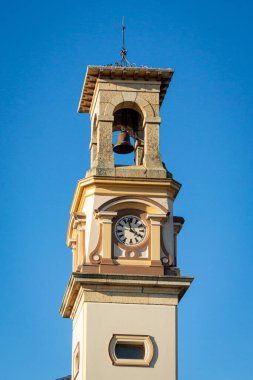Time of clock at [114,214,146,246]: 3:58
